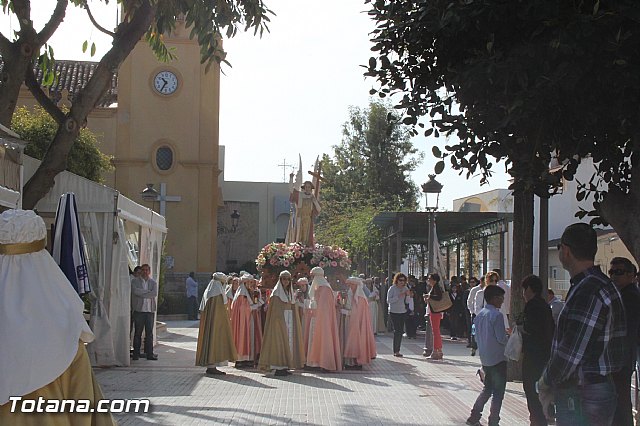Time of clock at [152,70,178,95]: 10:35
